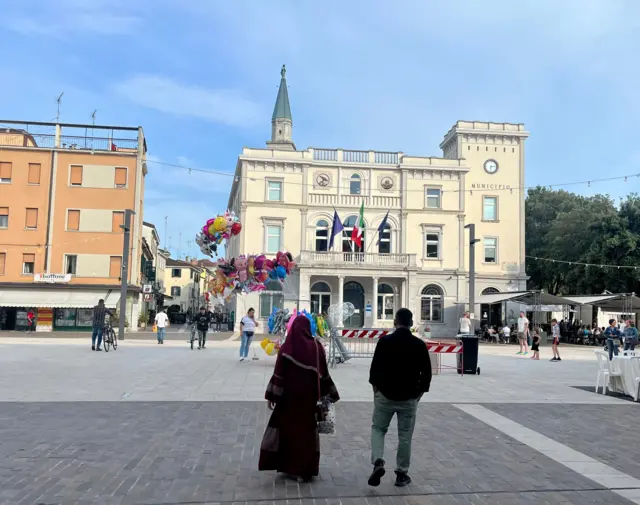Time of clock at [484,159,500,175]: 6:13
